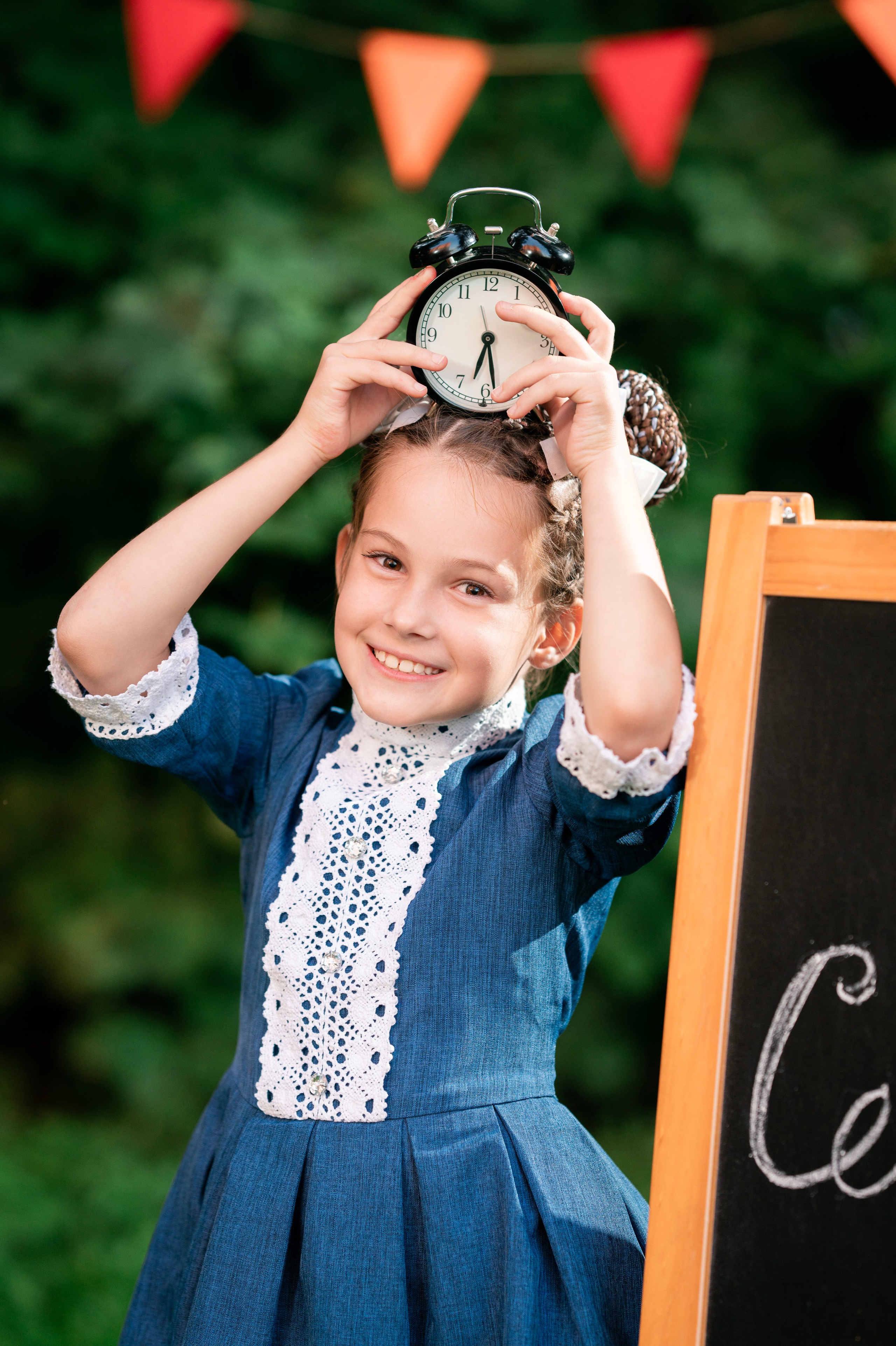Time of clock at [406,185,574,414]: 6:28
